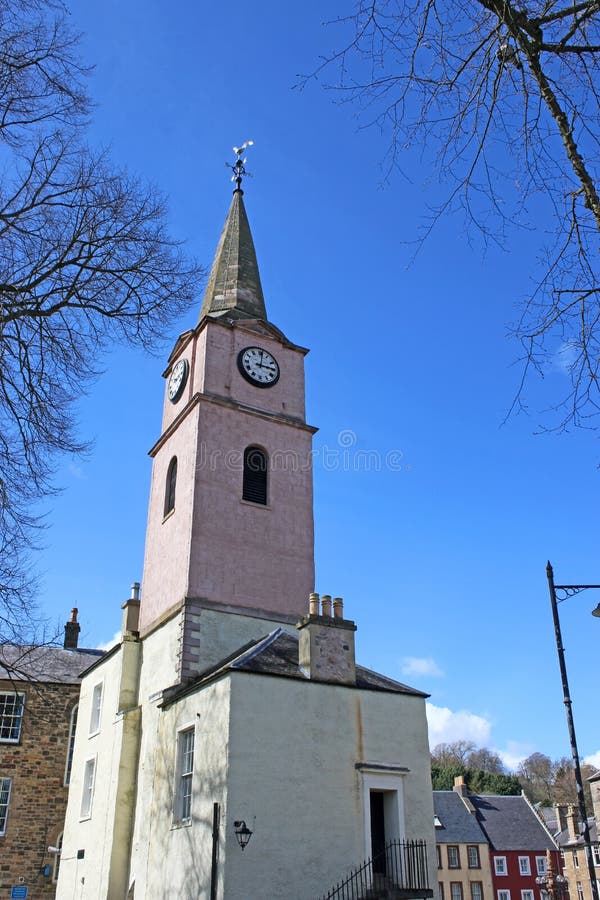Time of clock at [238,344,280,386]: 3:01
